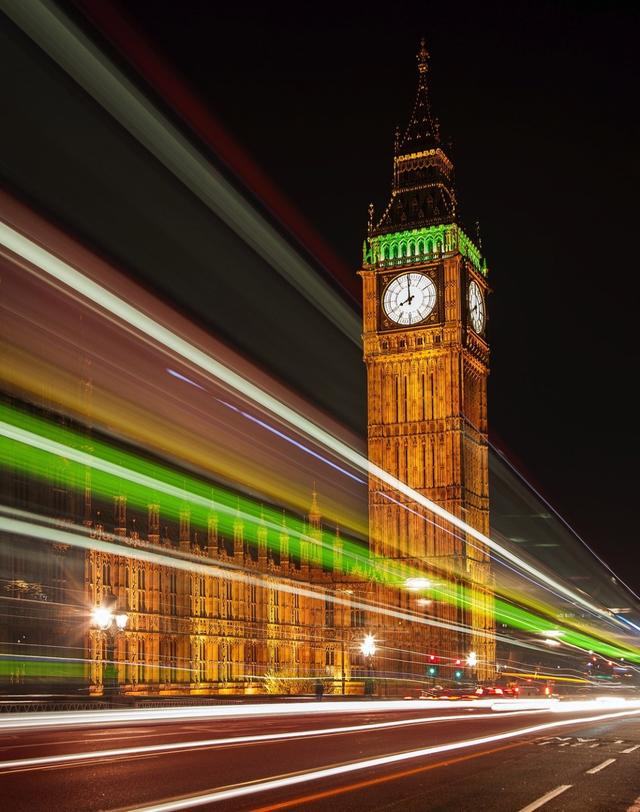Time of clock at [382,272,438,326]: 7:59
